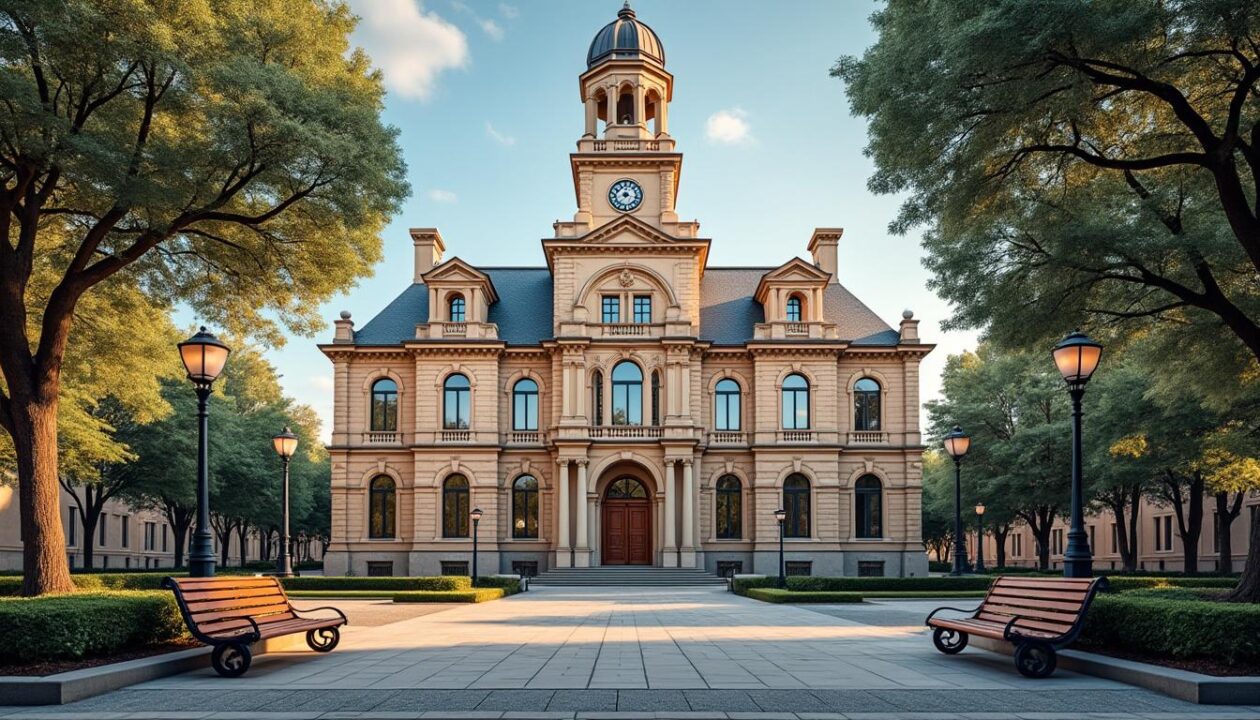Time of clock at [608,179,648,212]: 8:16
